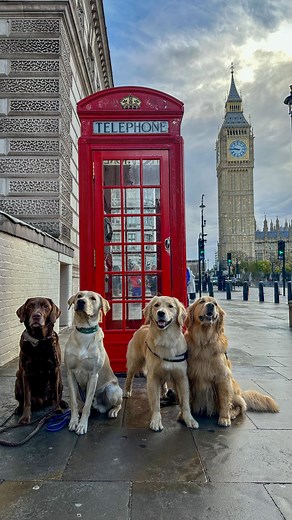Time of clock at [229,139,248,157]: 9:45
